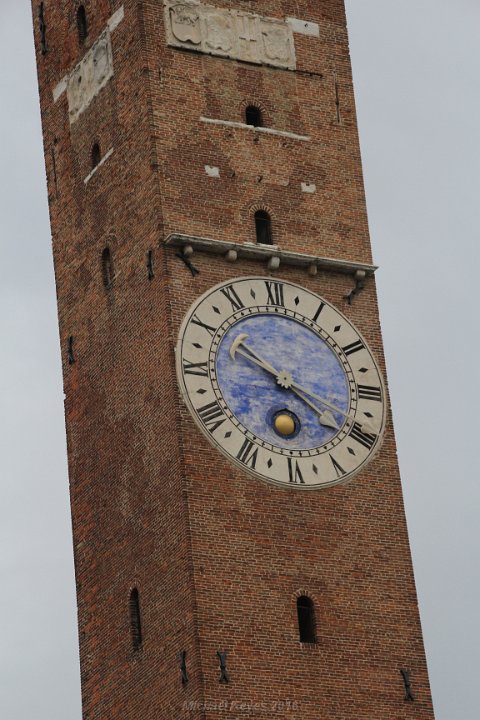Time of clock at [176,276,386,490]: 10:21
